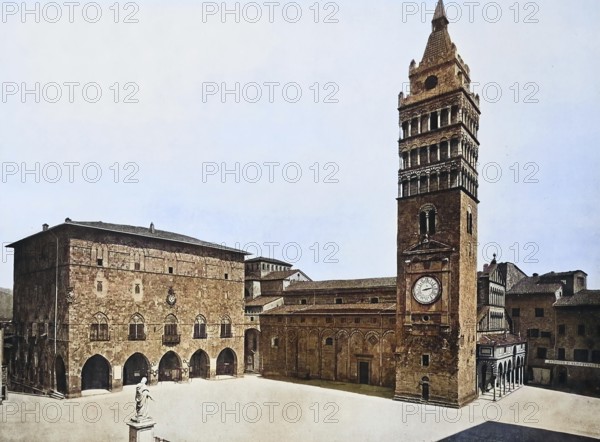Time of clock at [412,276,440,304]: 2:12
